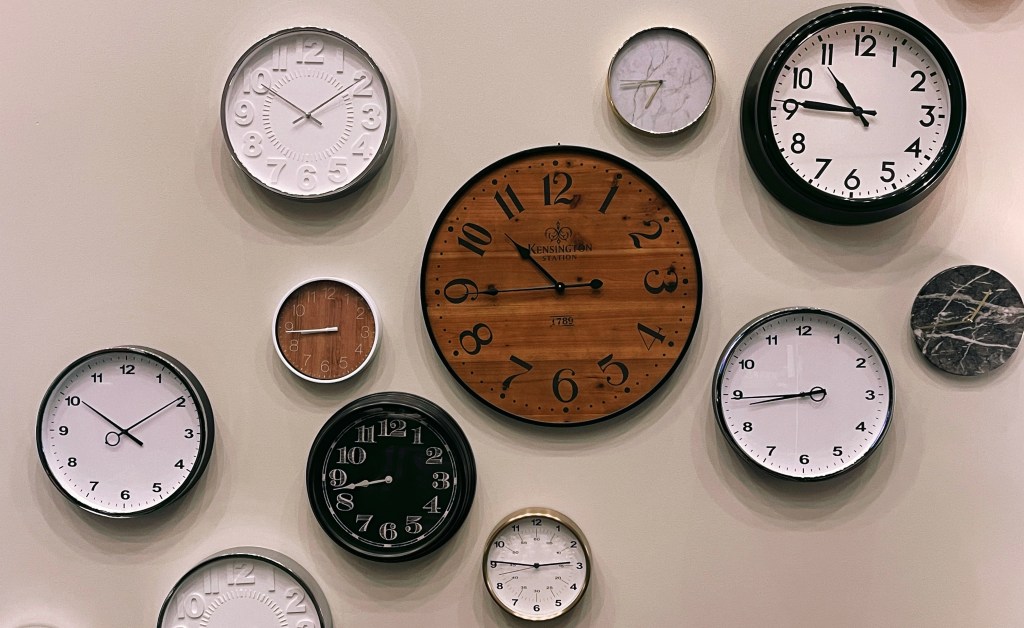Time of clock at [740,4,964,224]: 10:45
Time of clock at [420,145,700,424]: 10:44
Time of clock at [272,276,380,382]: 8:44
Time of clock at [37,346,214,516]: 10:09
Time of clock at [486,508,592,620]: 2:45
